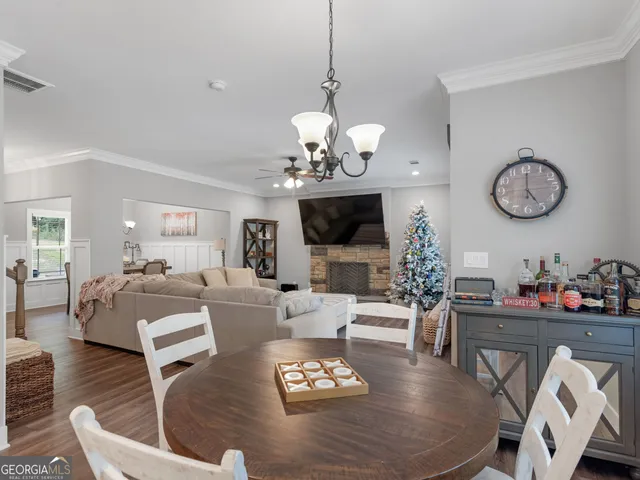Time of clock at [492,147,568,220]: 5:00
